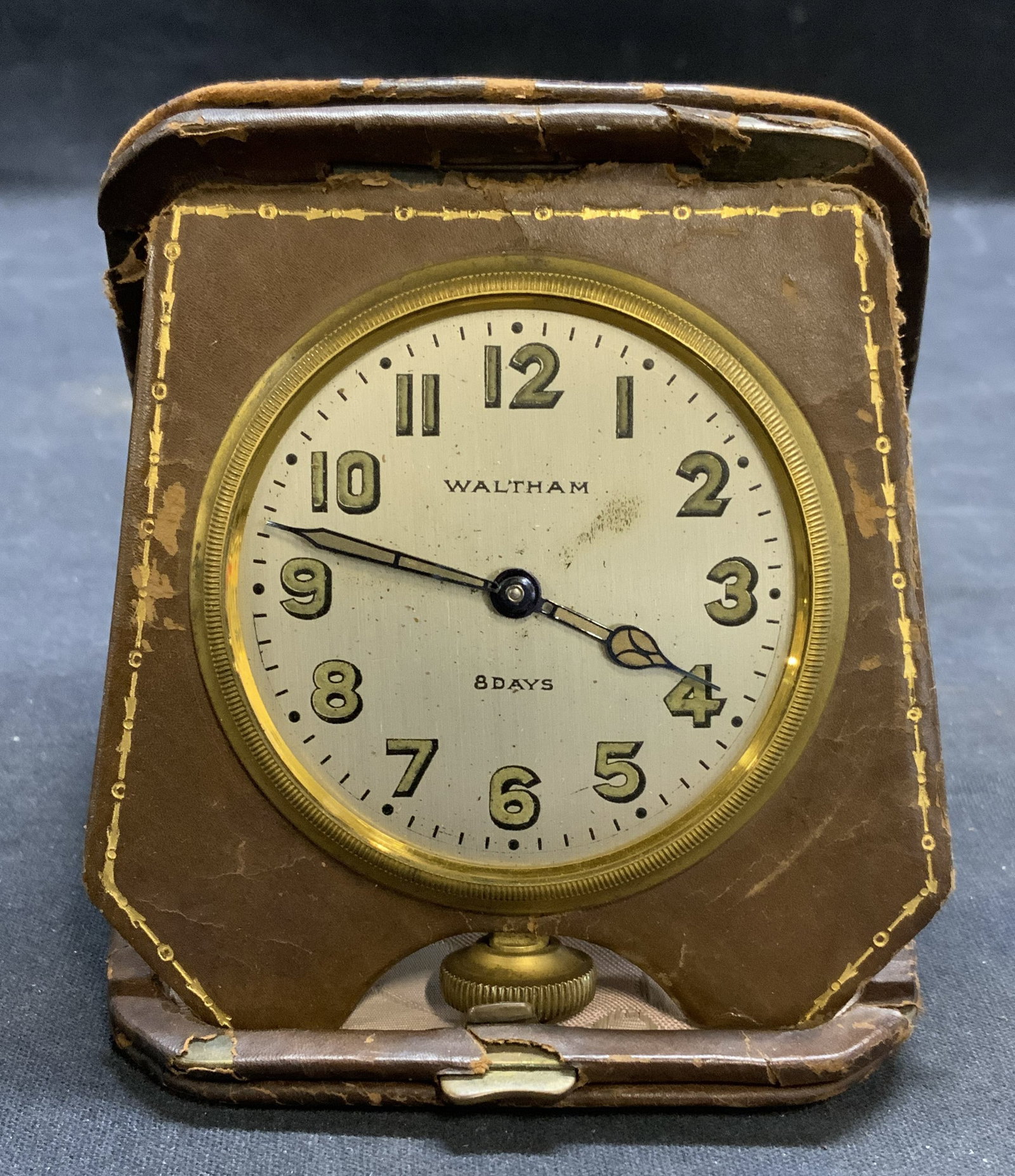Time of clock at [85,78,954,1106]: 3:47
